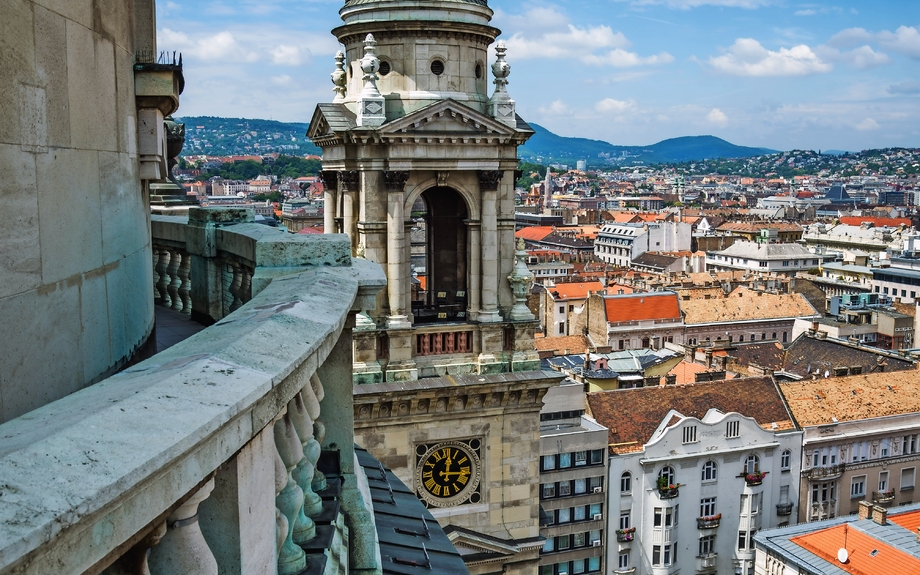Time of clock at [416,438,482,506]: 12:16
